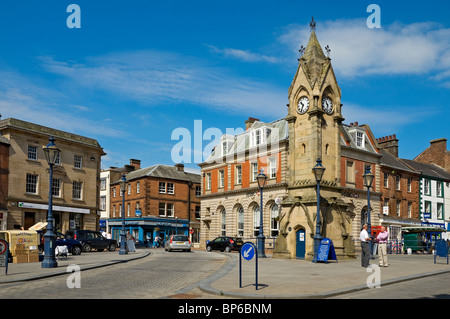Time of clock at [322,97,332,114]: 10:32
